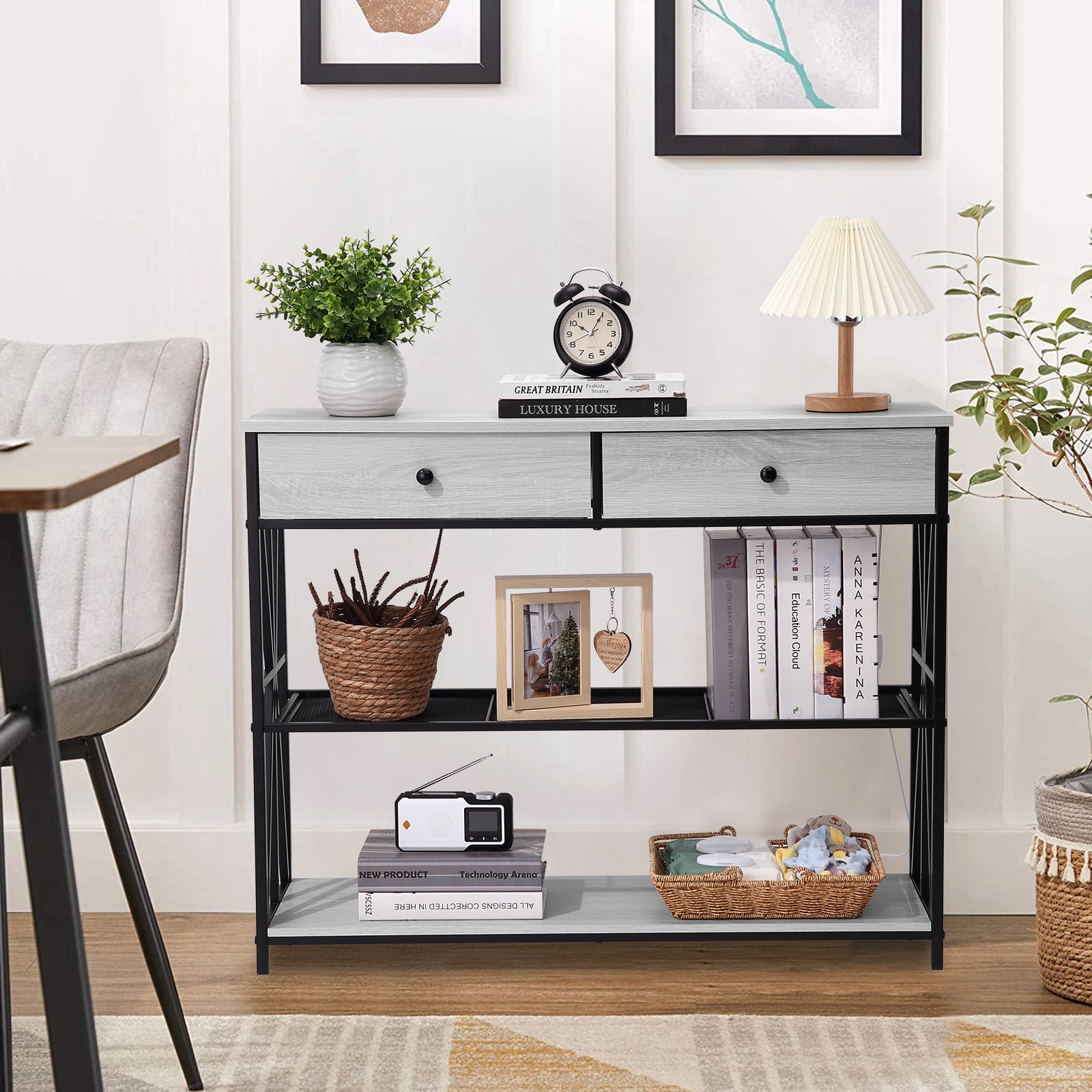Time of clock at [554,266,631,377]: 10:05
